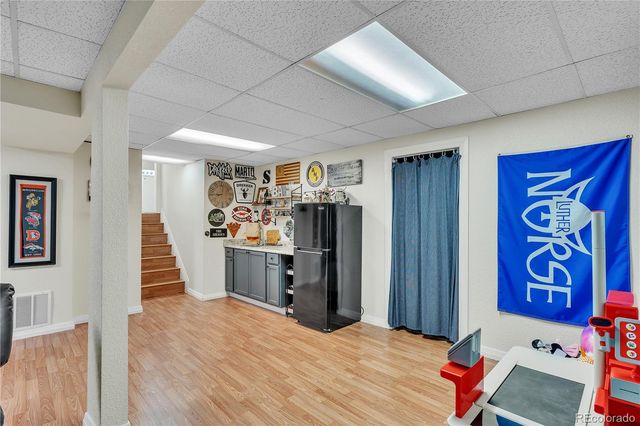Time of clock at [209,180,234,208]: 9:01
